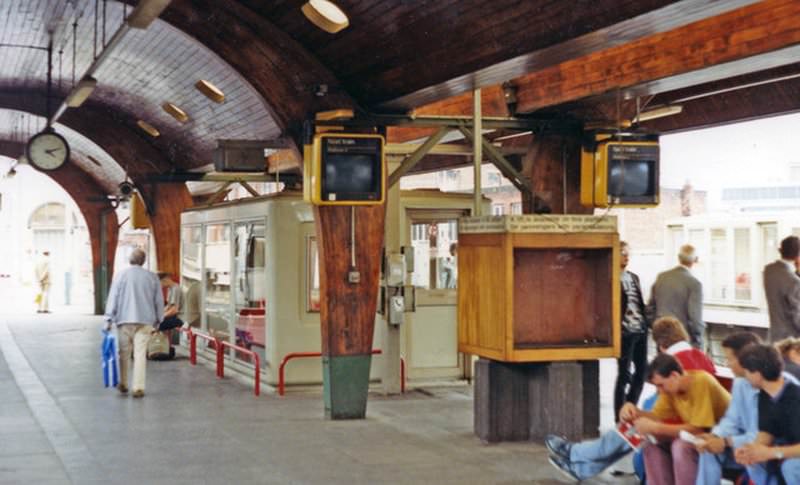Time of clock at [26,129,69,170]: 4:12
